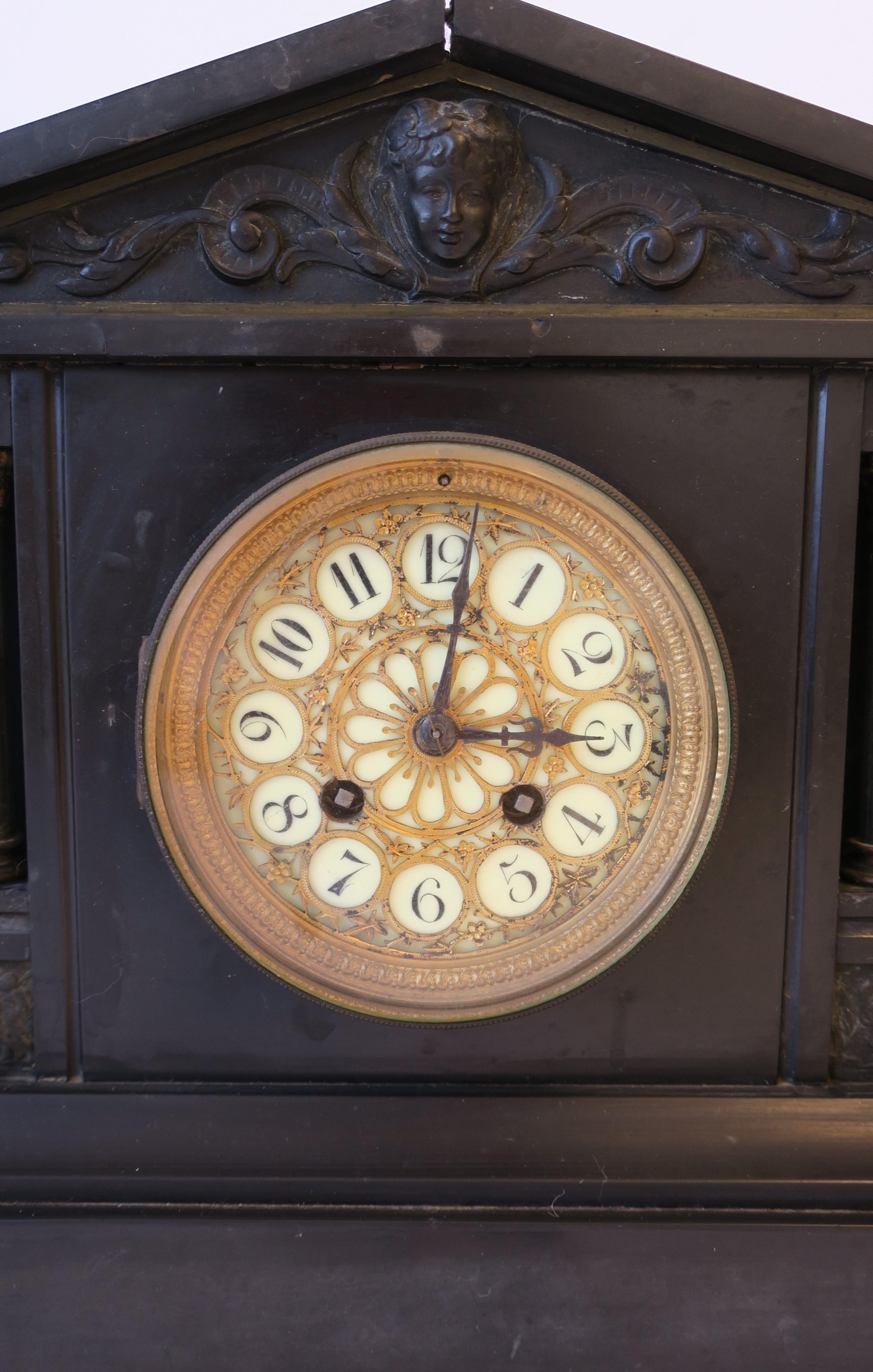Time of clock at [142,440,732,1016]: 3:01
